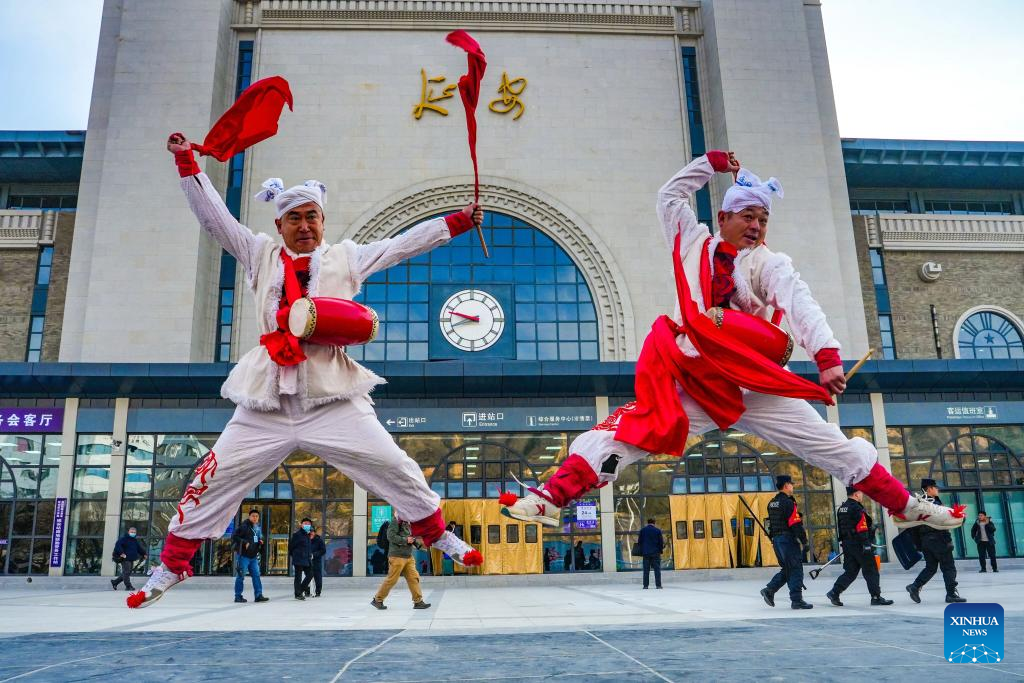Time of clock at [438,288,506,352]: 9:42
